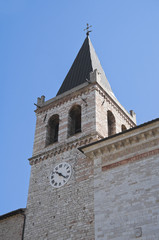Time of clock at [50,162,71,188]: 10:21
